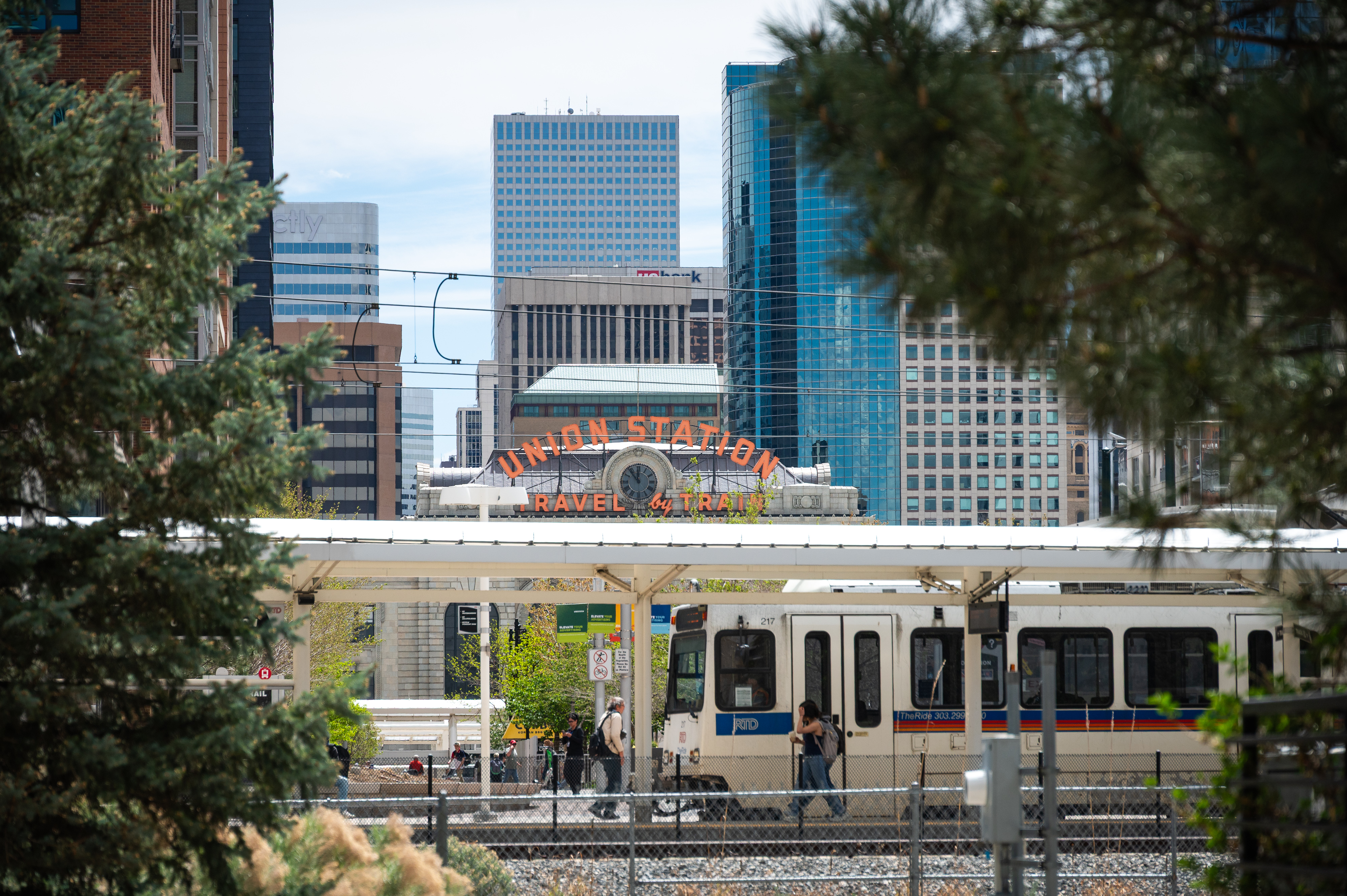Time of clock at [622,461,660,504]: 11:53
